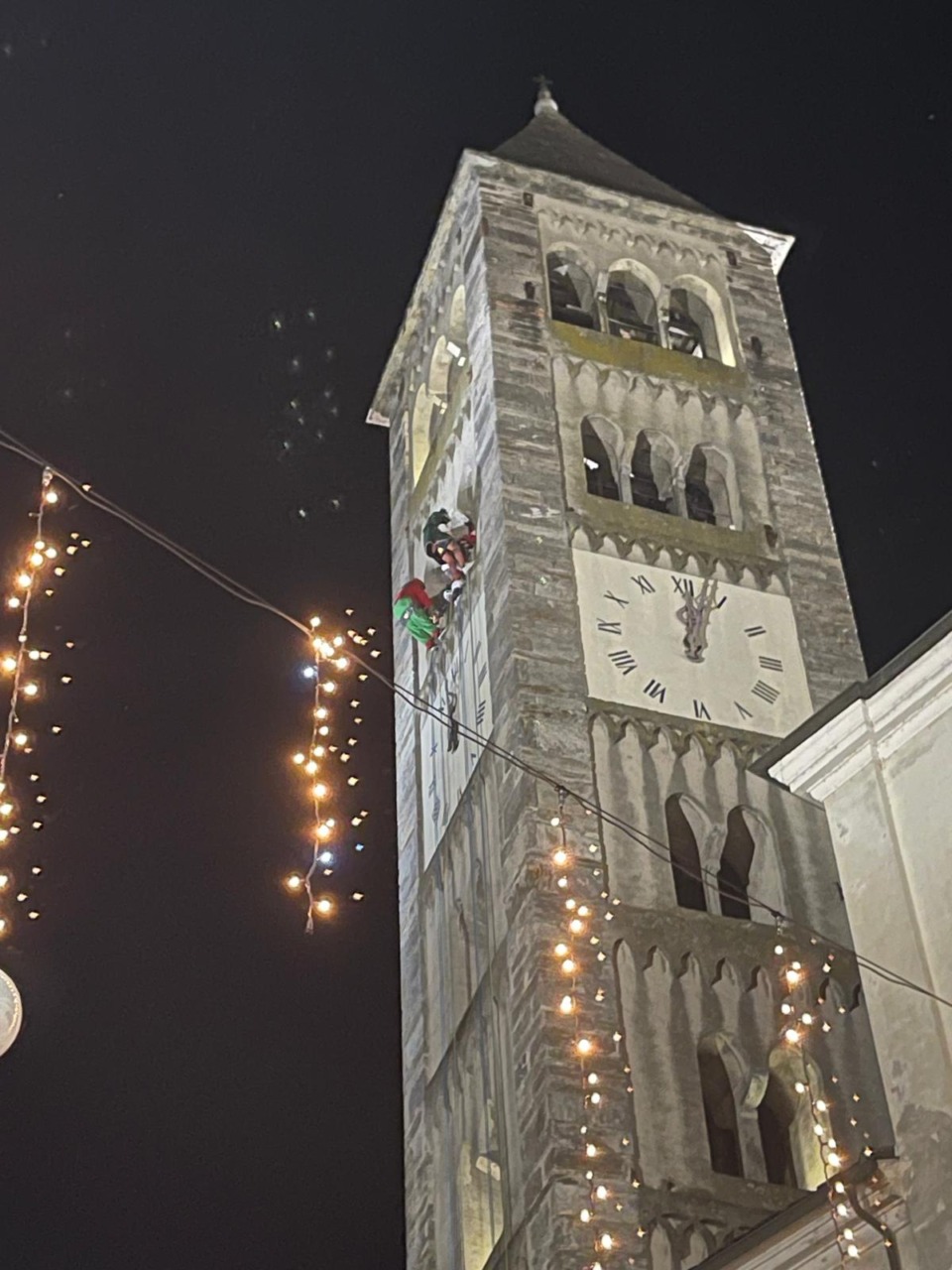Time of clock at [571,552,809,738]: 12:02
